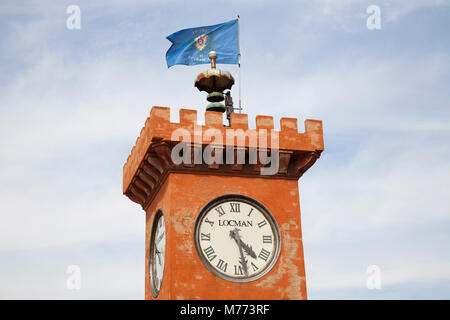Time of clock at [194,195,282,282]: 4:27
